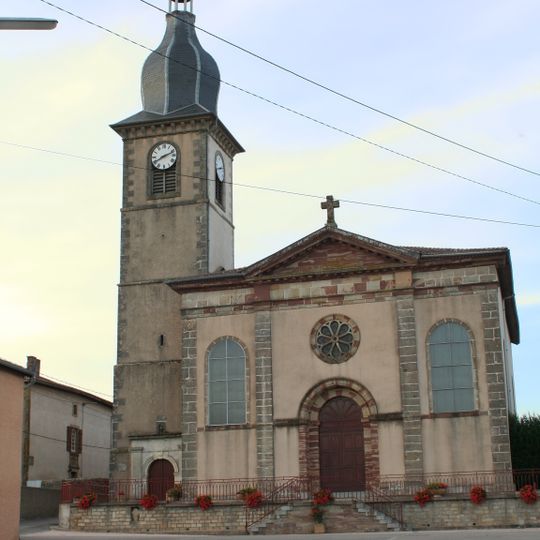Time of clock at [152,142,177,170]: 8:11
